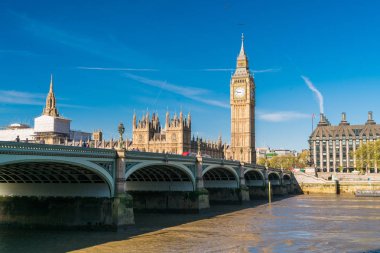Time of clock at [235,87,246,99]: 8:47
